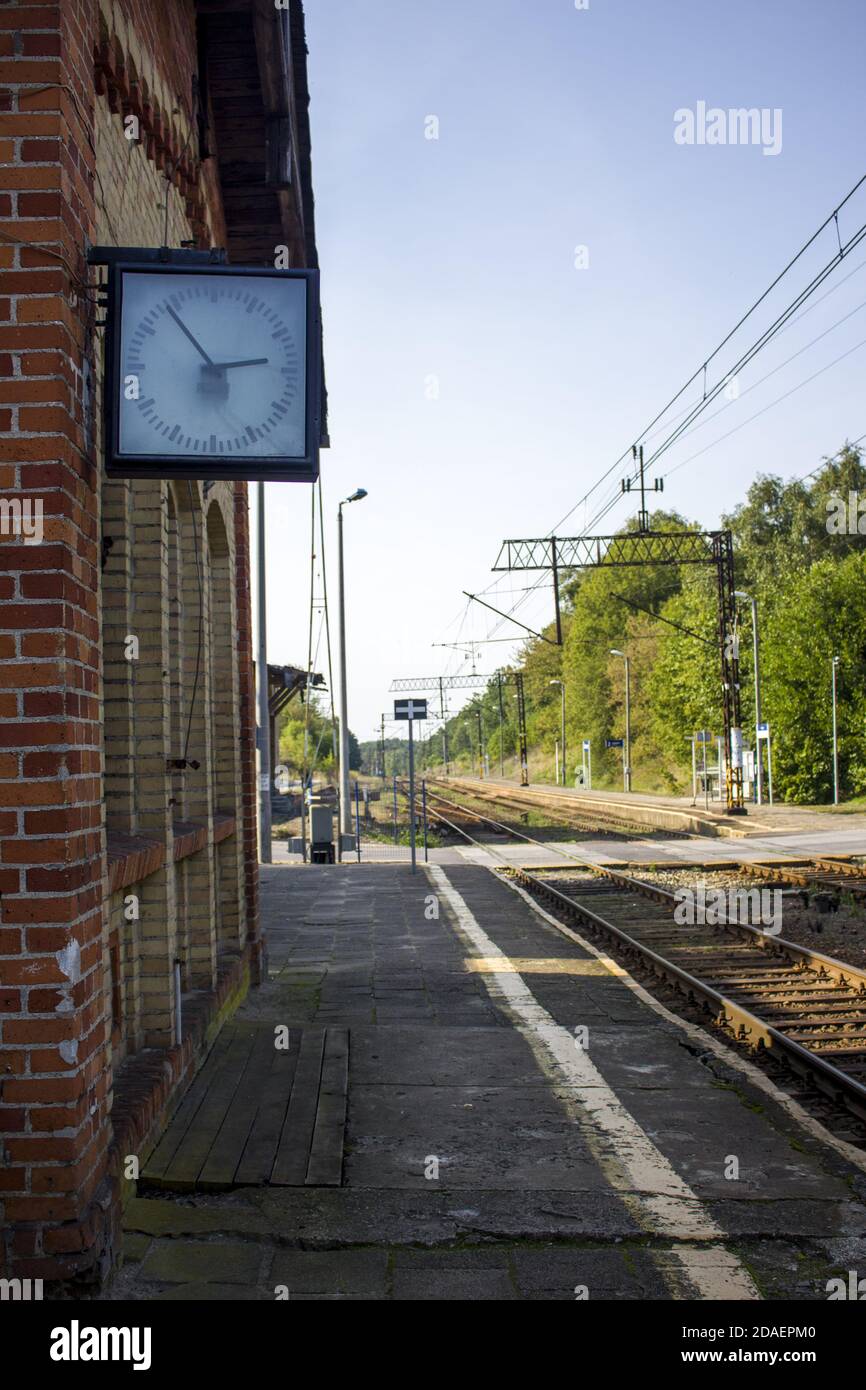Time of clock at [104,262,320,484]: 2:53
